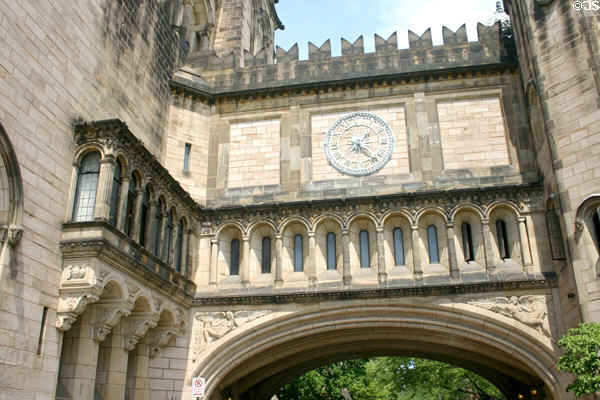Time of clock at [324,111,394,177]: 1:22
